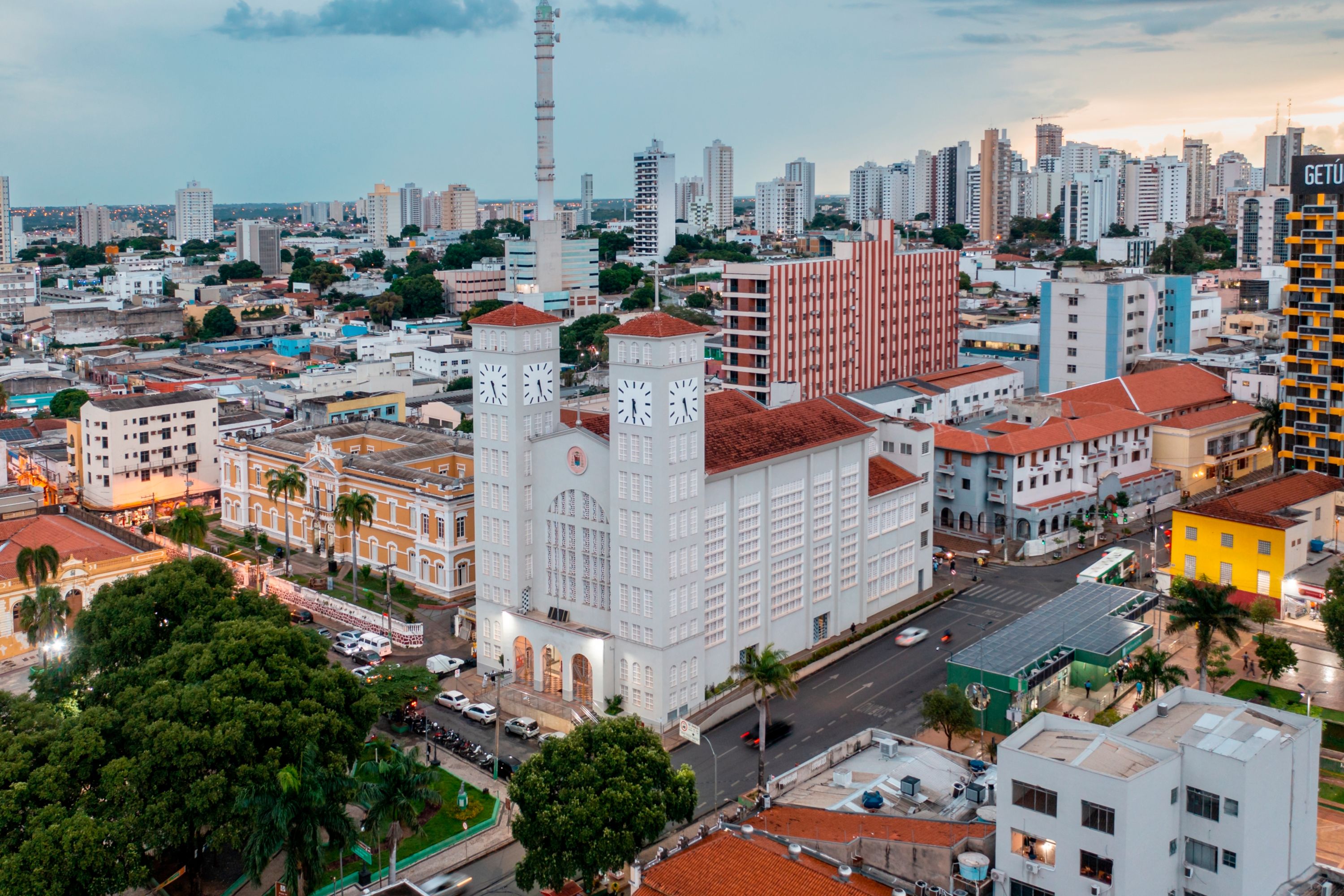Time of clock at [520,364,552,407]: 5:26
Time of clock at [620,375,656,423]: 5:30
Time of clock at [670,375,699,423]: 5:26
